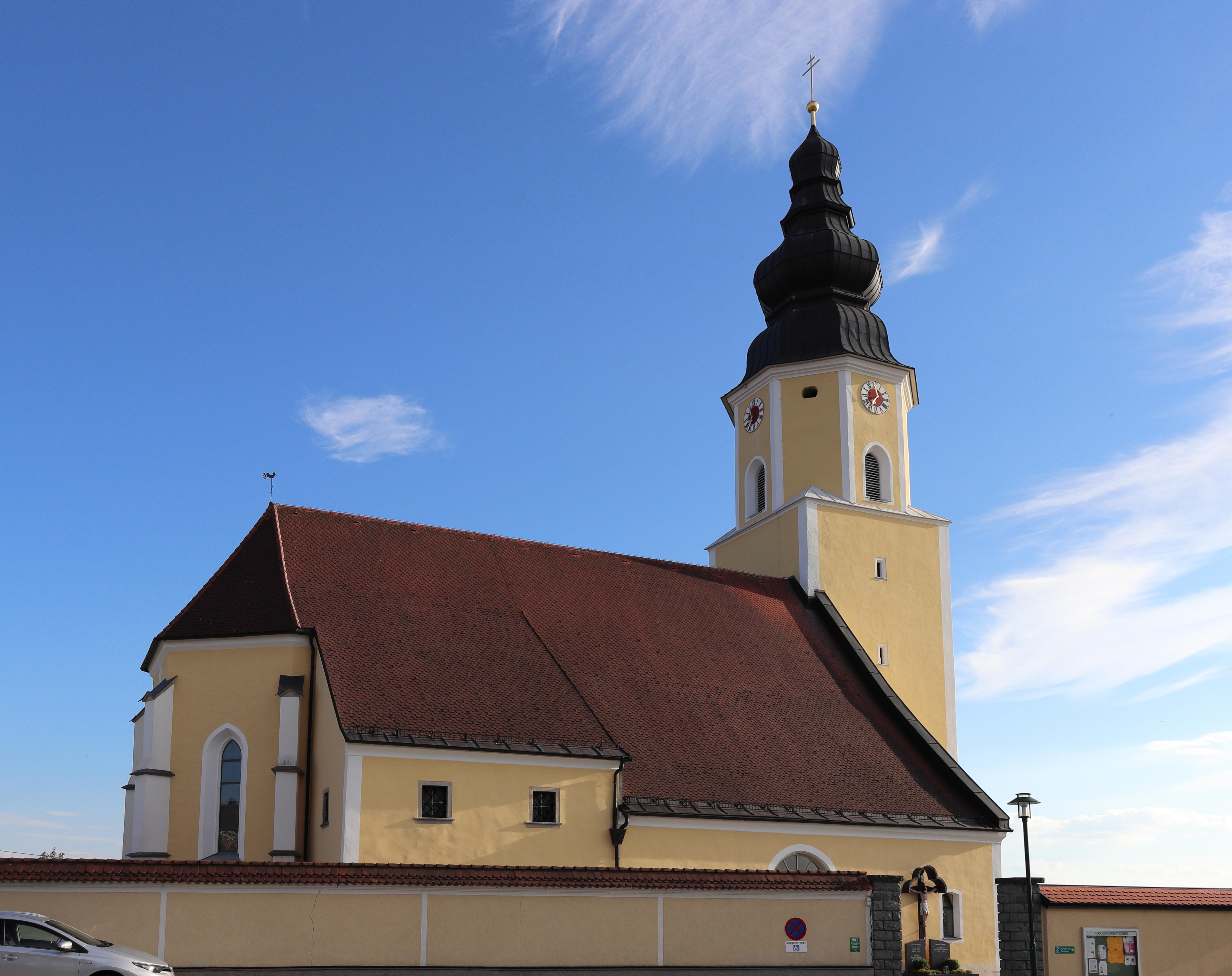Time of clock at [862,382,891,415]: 6:59
